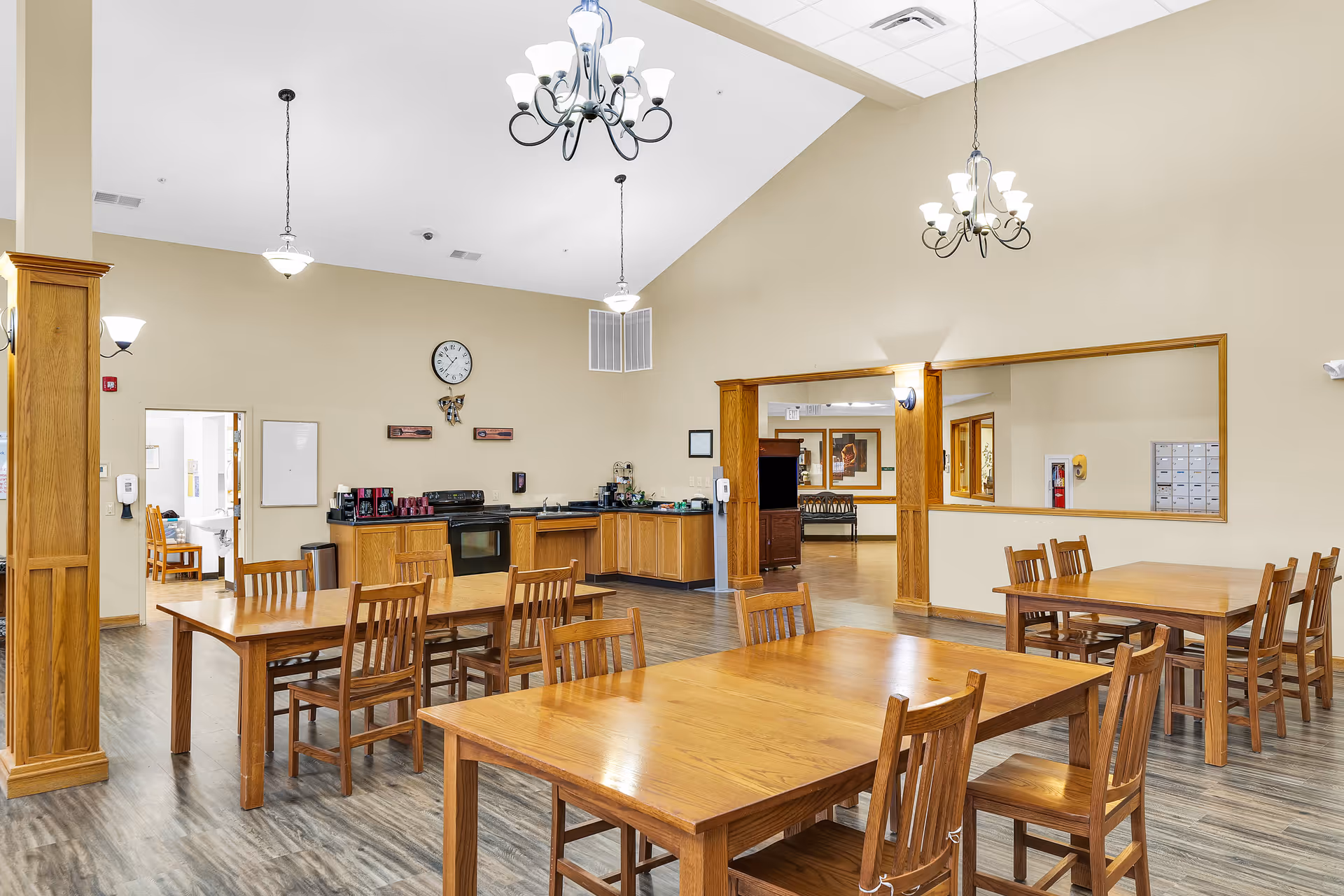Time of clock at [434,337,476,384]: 10:37
